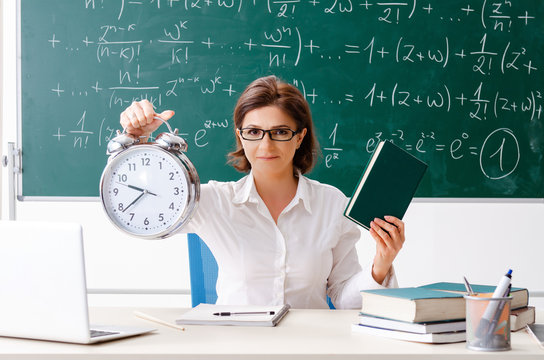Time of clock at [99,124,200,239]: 9:38
